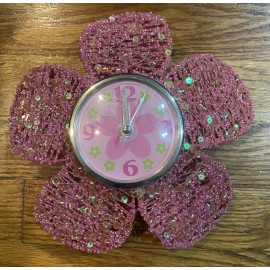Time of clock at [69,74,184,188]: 12:05
